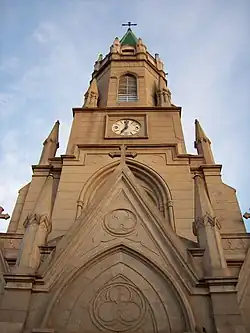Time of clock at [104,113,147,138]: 7:00
